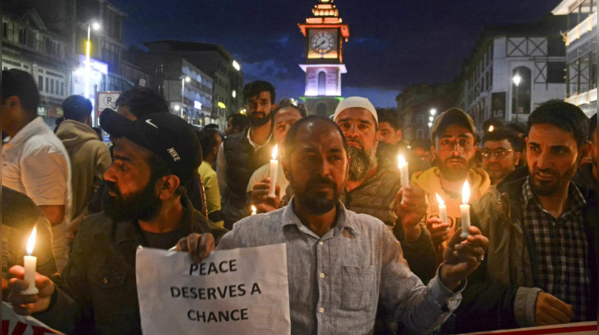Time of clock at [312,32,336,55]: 7:38
